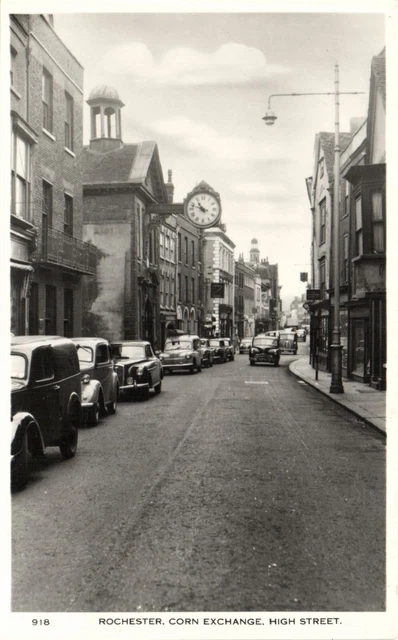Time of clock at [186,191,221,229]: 10:47
